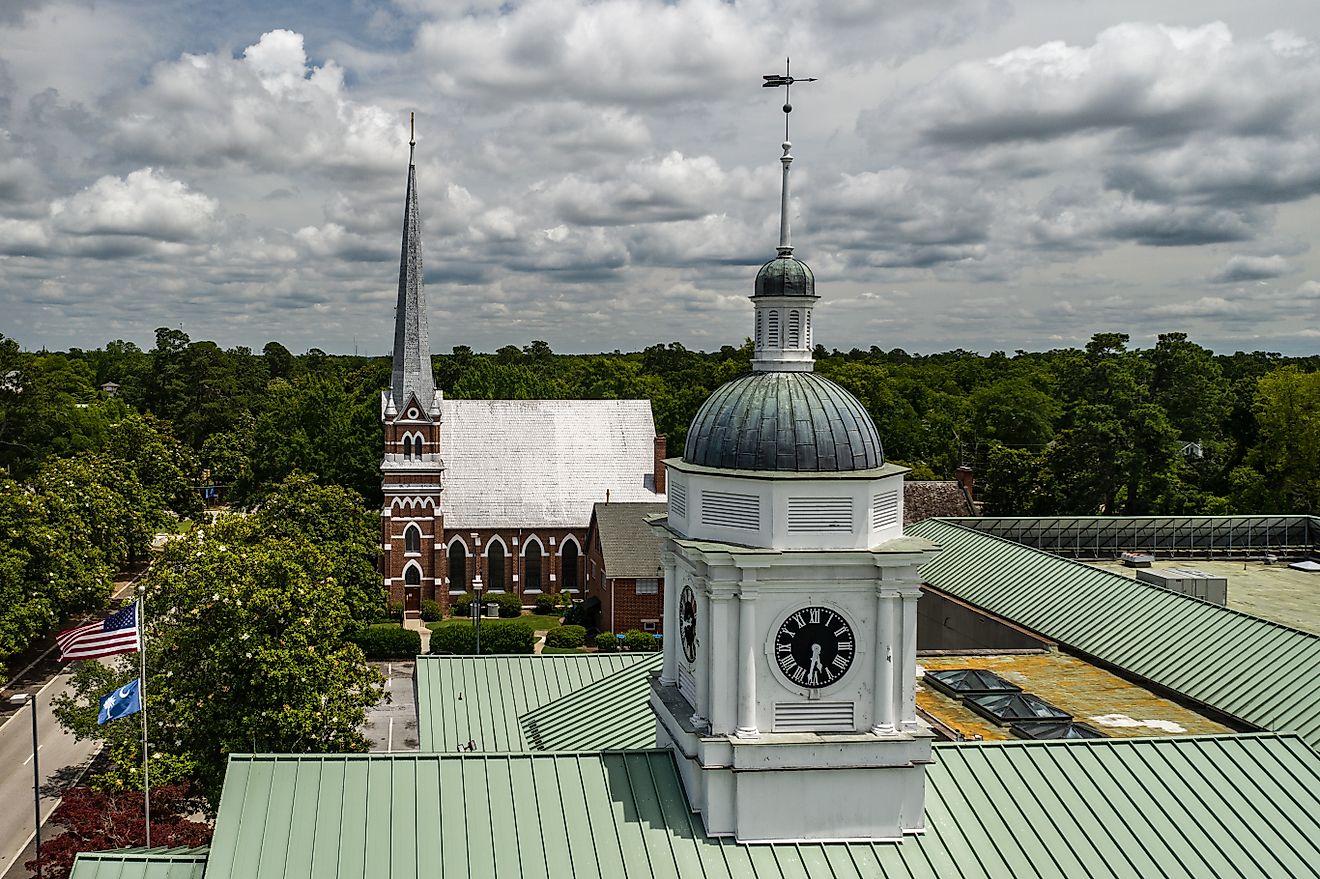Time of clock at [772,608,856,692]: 5:31
